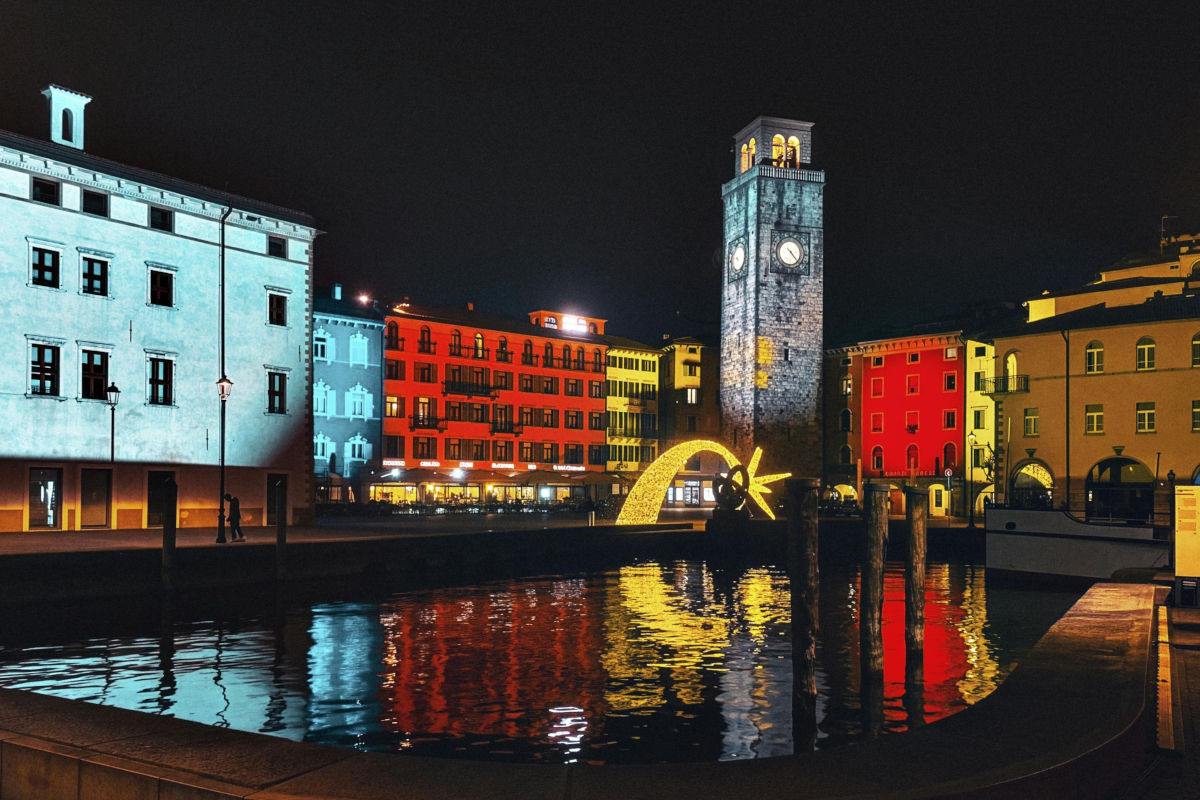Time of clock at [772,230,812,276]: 4:22
